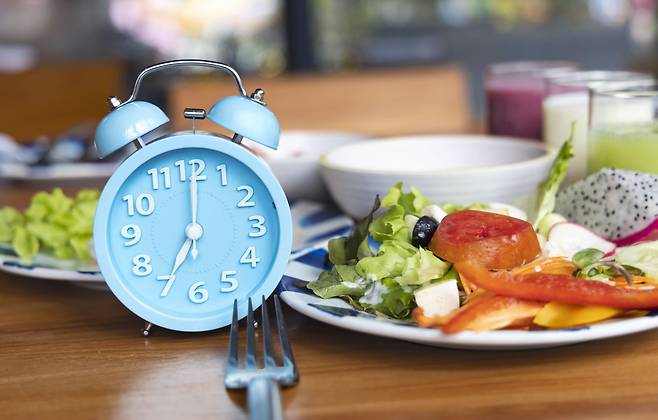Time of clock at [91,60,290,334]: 7:00
